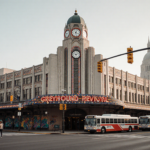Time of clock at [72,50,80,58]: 4:12
